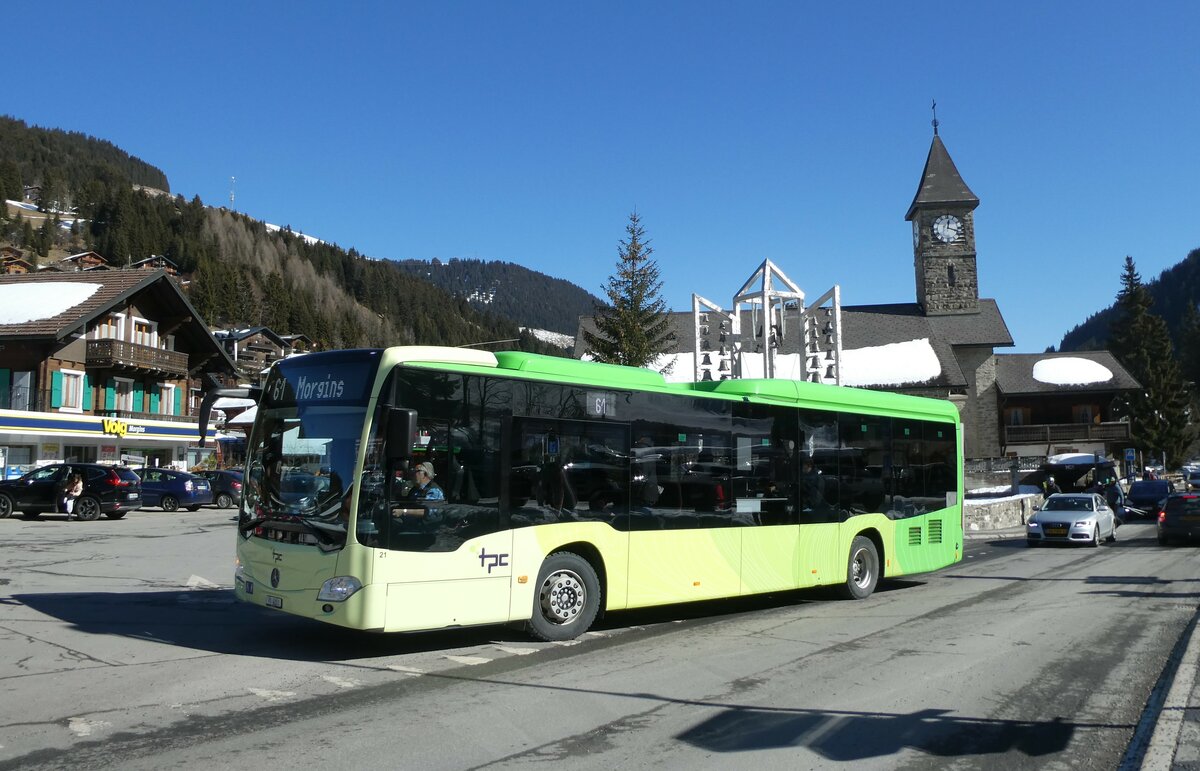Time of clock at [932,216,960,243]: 12:18
